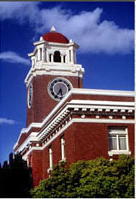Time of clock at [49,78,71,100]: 5:35
